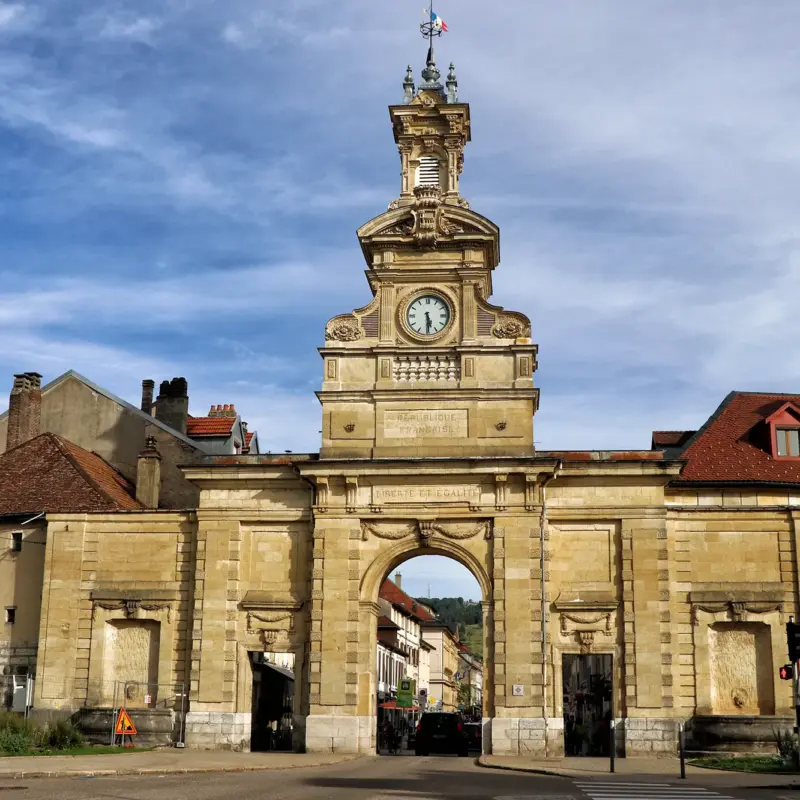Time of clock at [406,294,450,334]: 5:29
